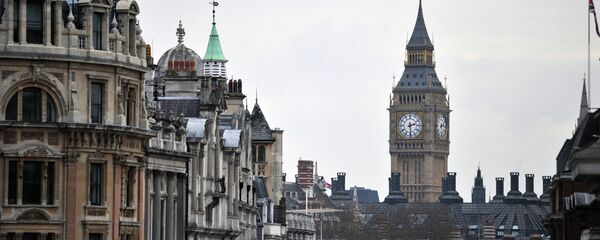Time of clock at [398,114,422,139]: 2:29
